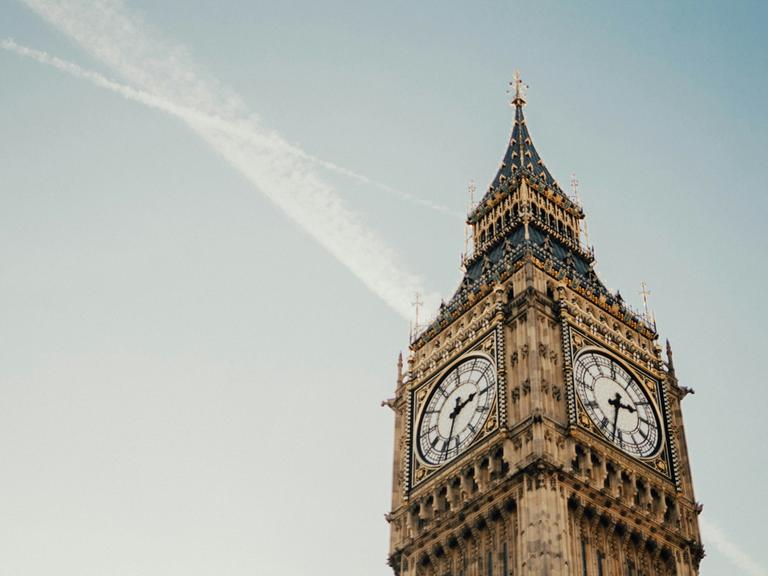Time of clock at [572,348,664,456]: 2:32
